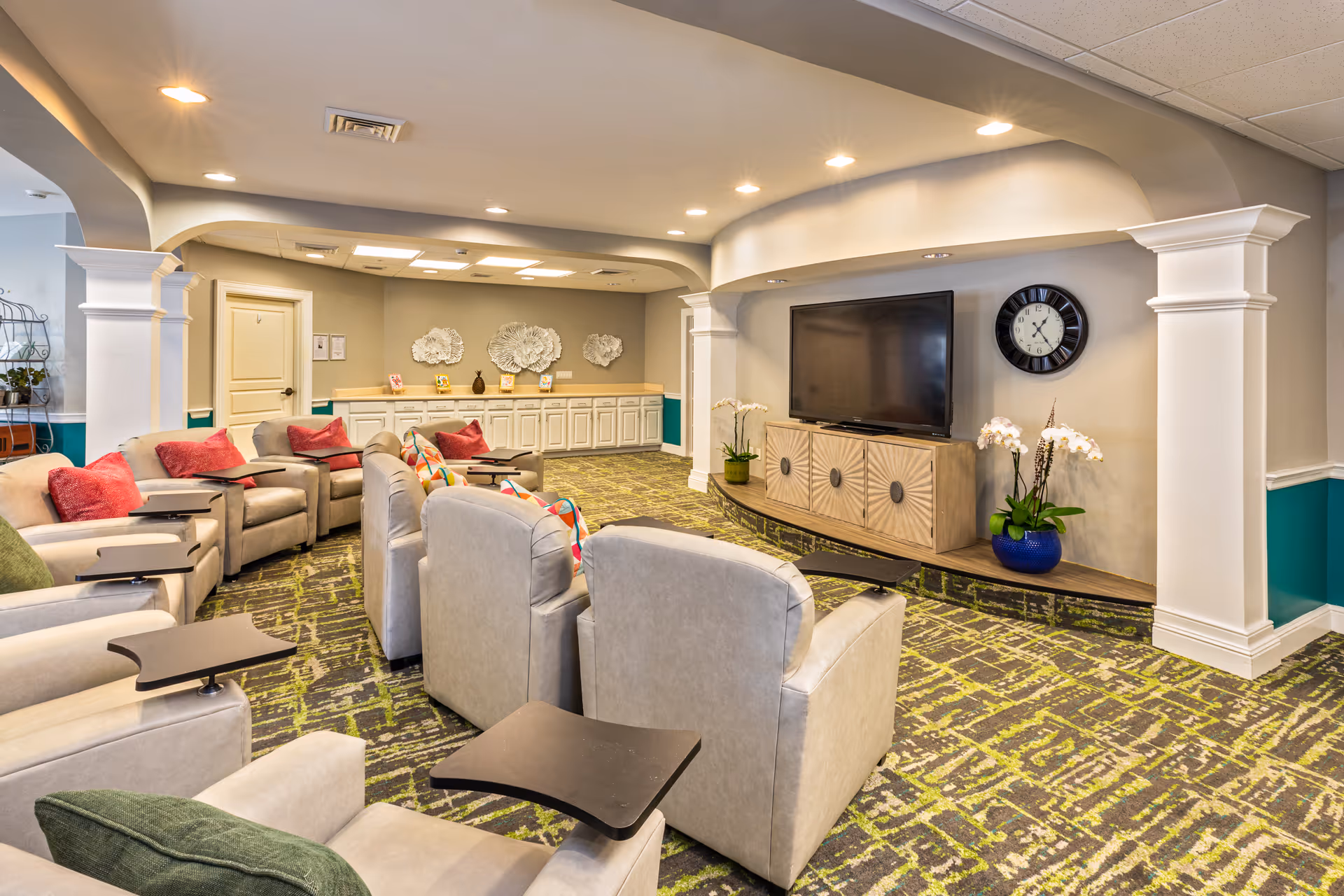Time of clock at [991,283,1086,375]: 1:23
